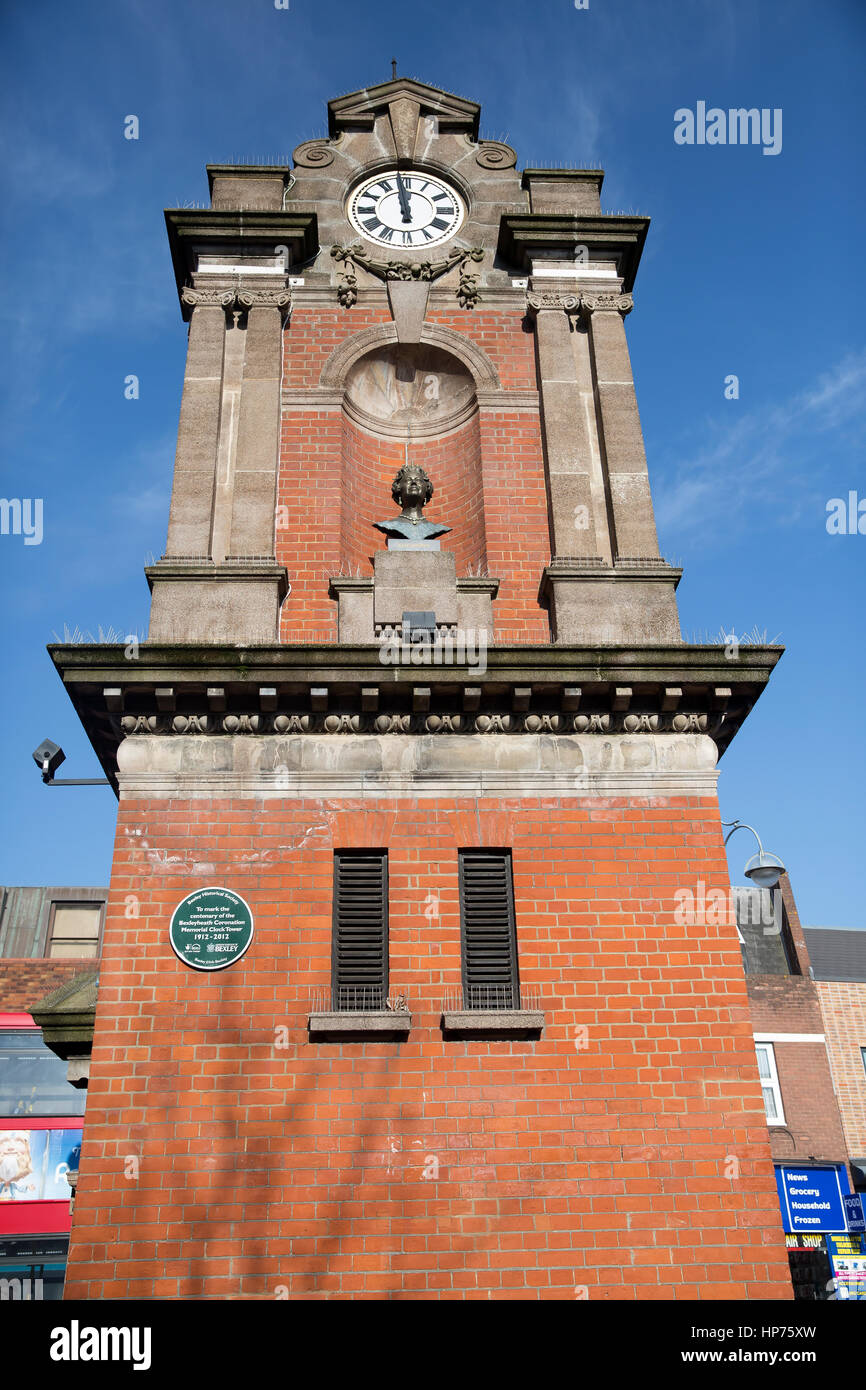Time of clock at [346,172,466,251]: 11:58
